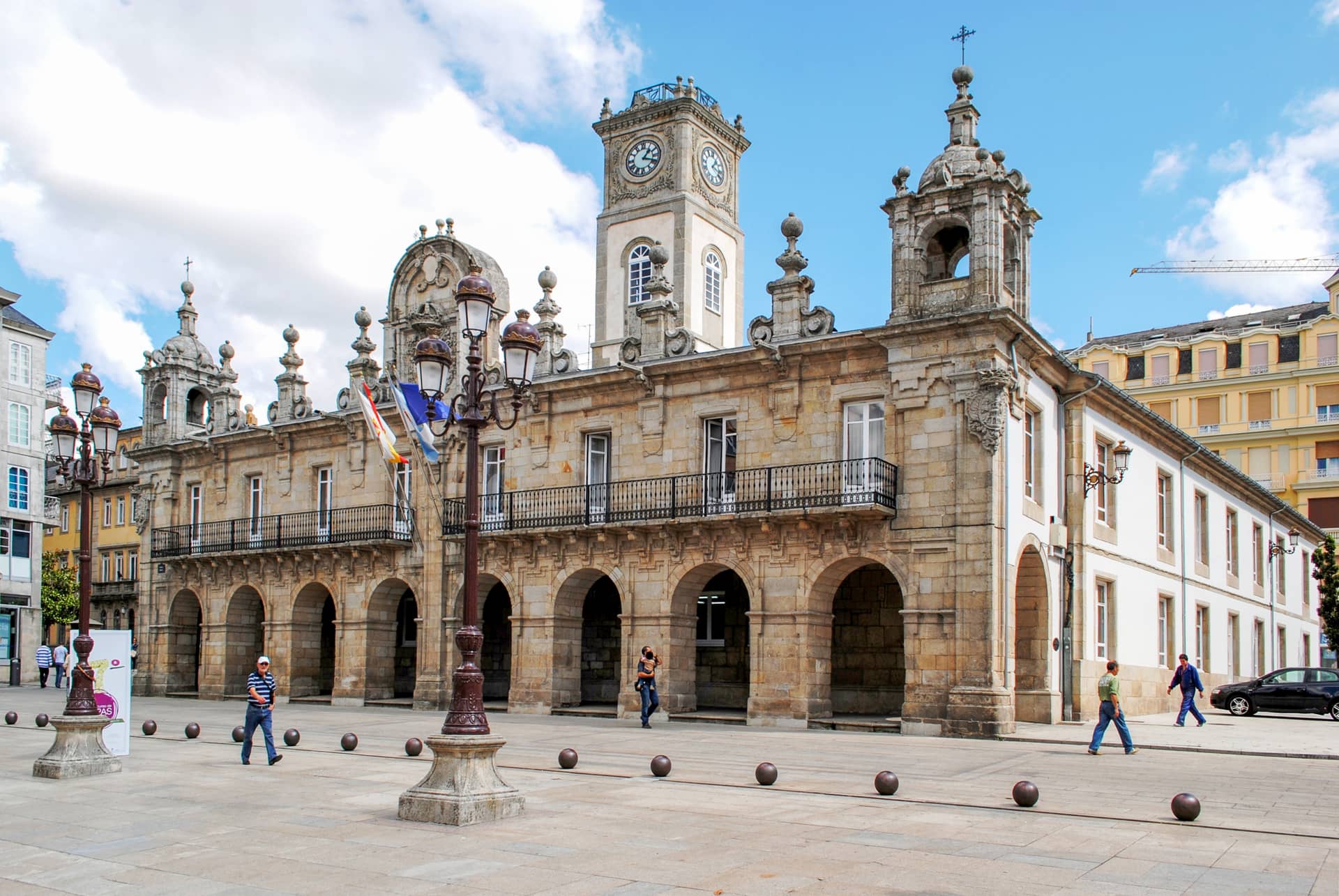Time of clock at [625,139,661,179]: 1:18
